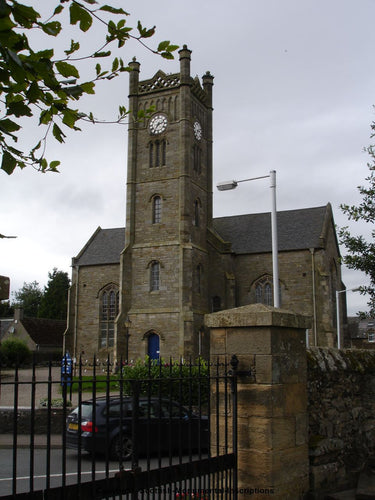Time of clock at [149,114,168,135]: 2:35
